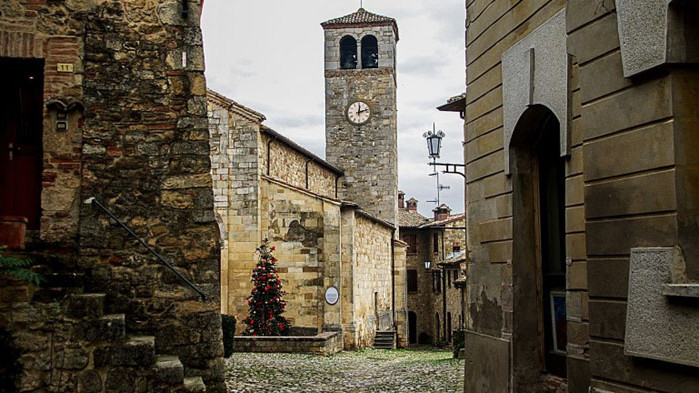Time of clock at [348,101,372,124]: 12:12
